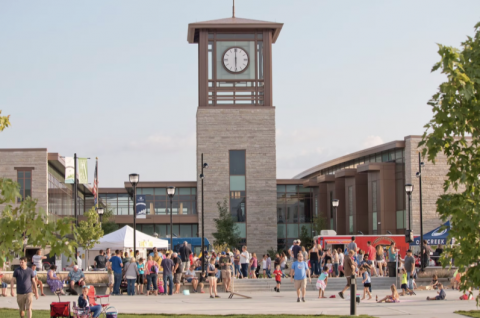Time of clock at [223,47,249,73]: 5:59
